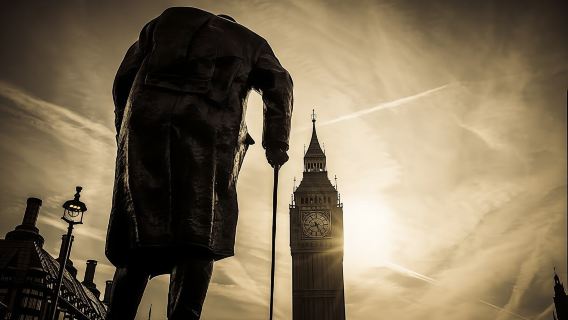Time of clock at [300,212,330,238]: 8:26
